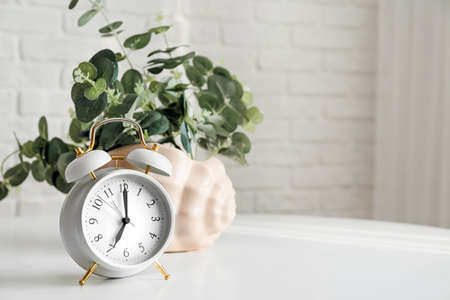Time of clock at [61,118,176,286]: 7:00
